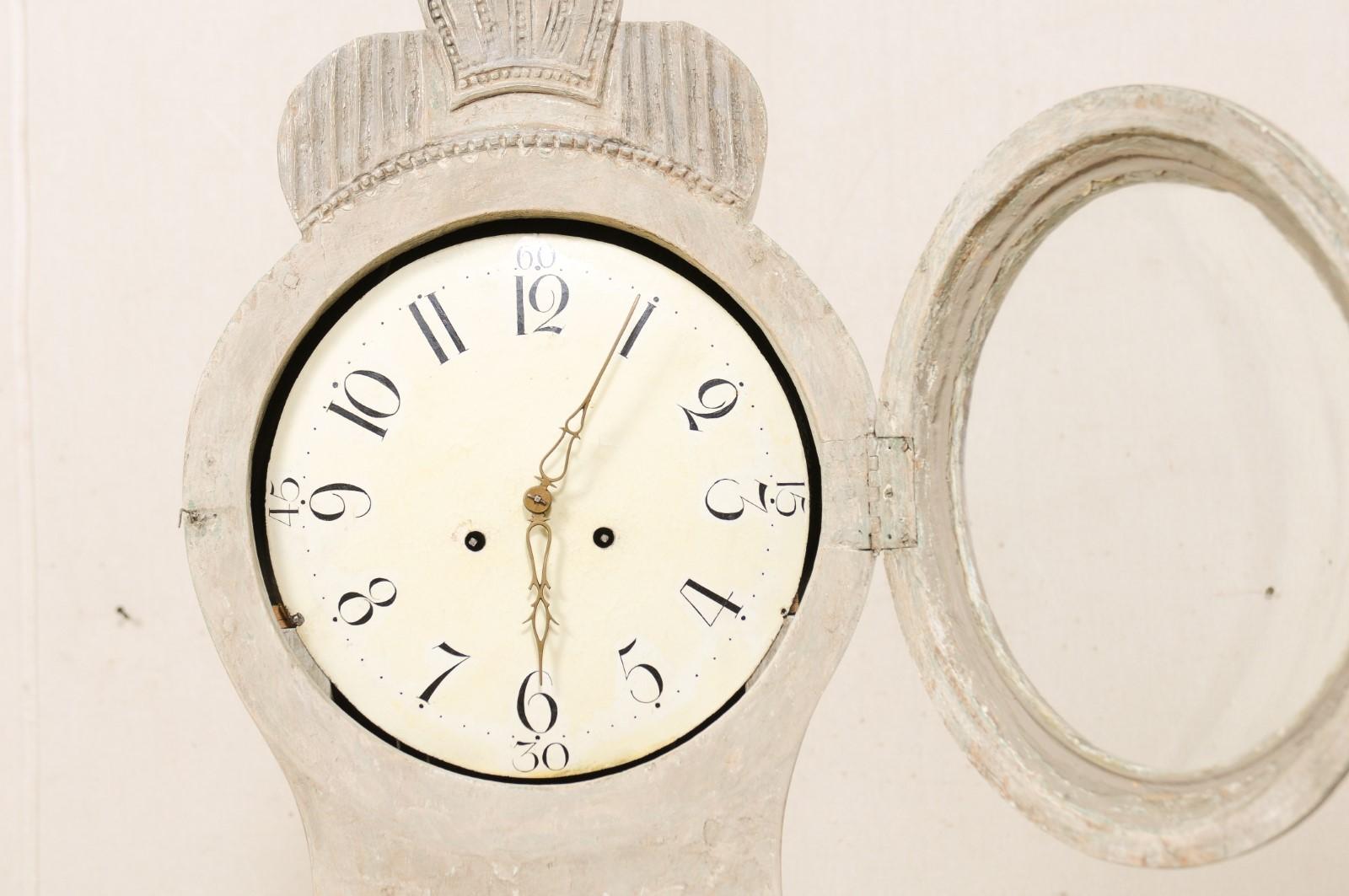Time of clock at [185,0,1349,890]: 6:04
